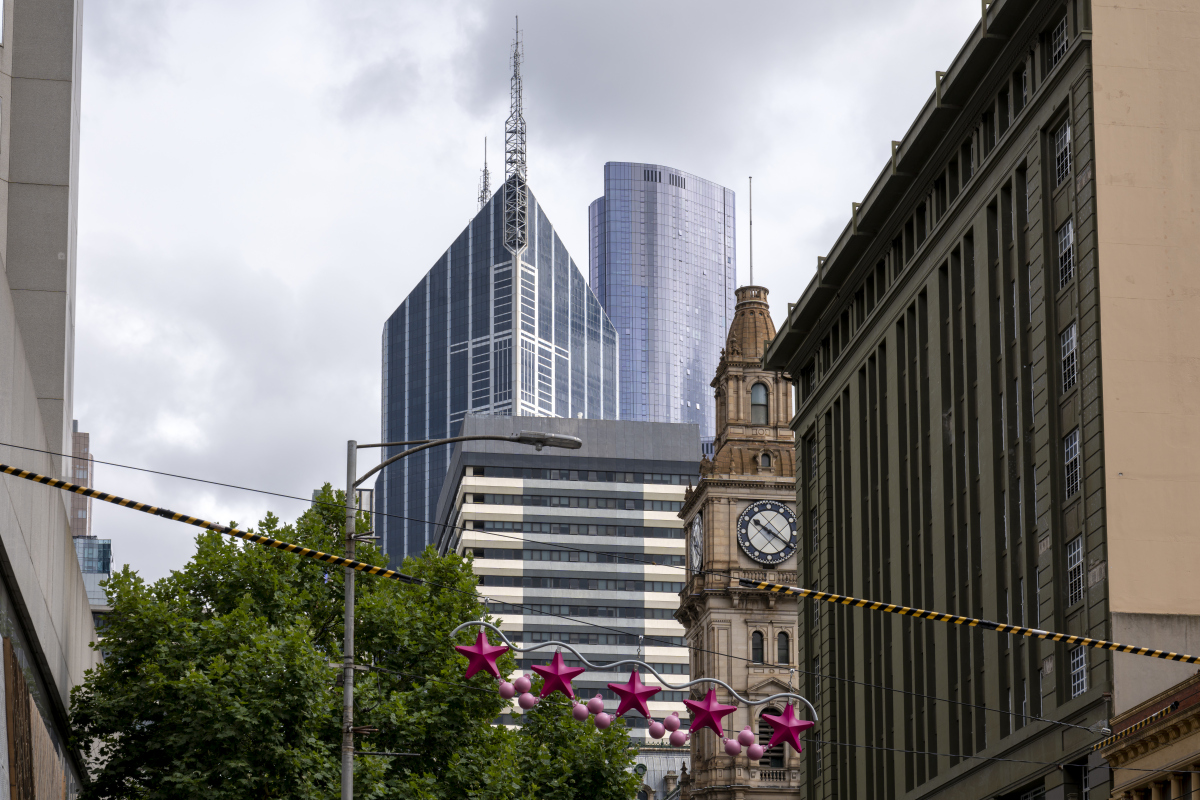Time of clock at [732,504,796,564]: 10:20
